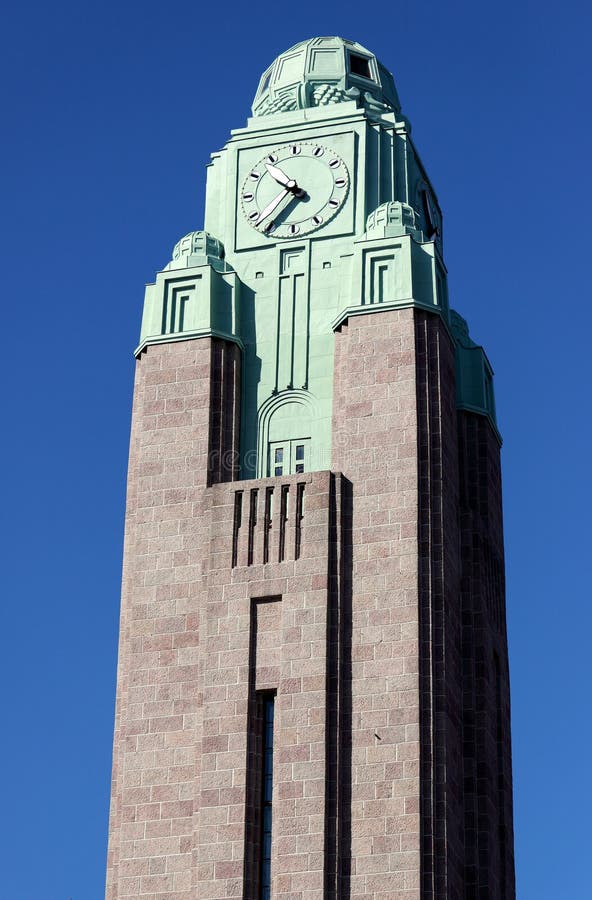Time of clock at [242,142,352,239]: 10:36
